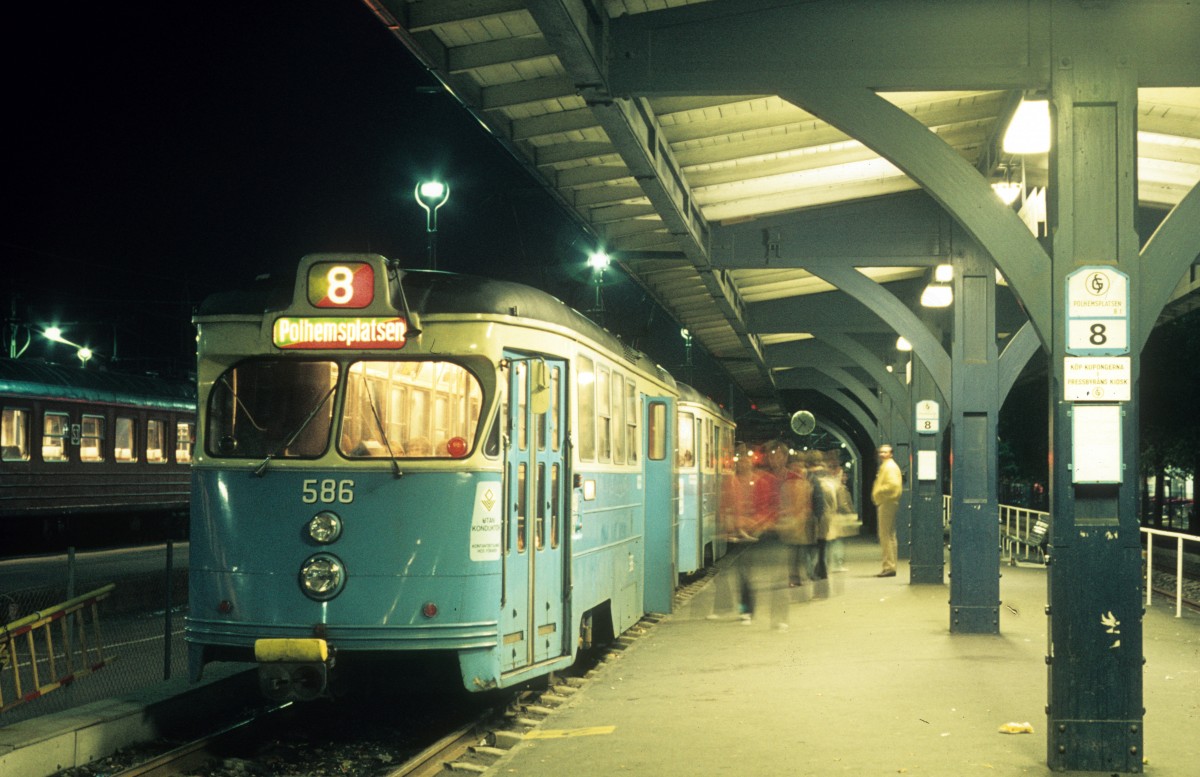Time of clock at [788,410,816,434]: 10:36
